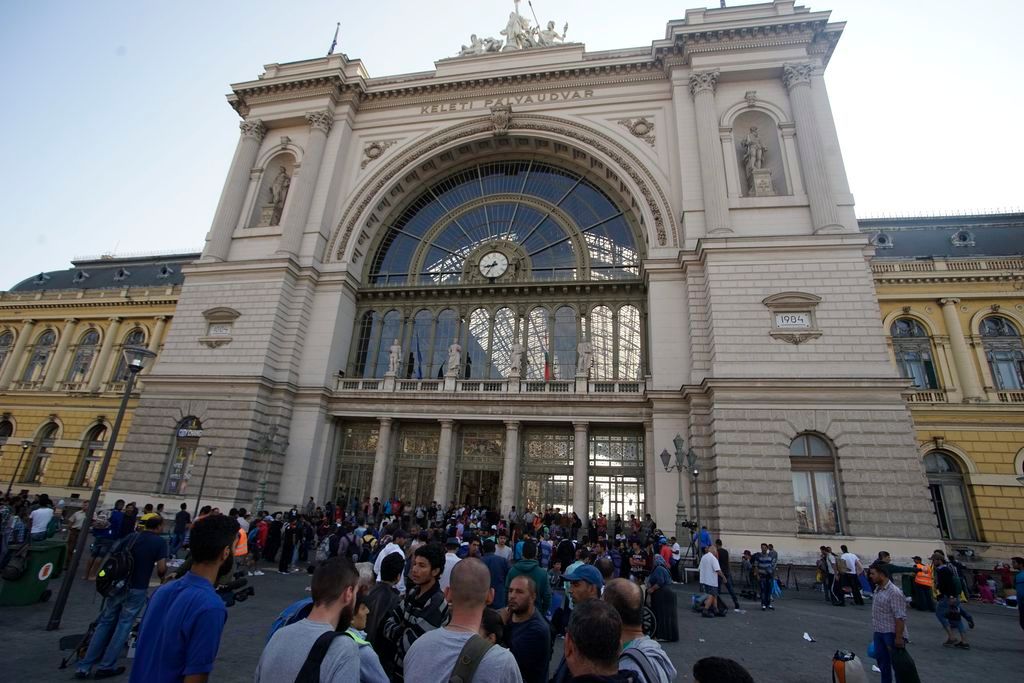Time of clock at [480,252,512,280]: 8:35
